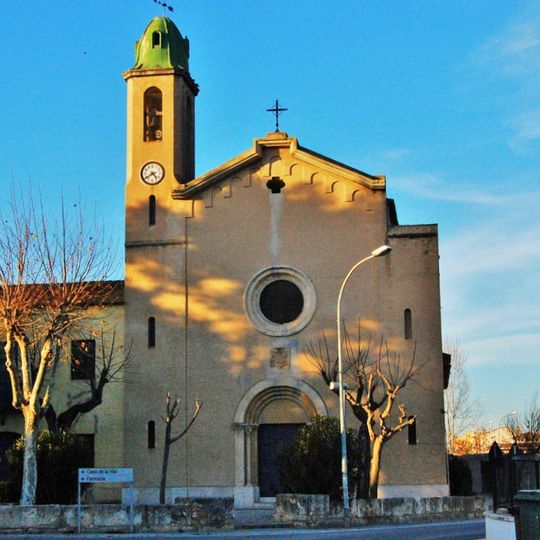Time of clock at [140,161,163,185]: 4:39
